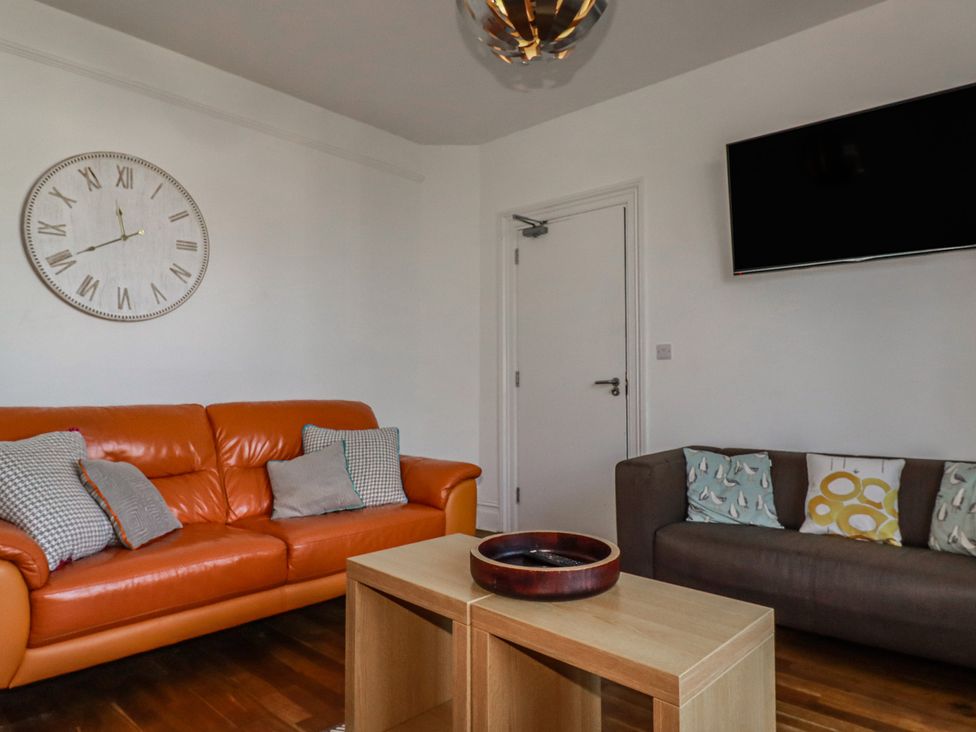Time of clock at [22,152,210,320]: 11:40
